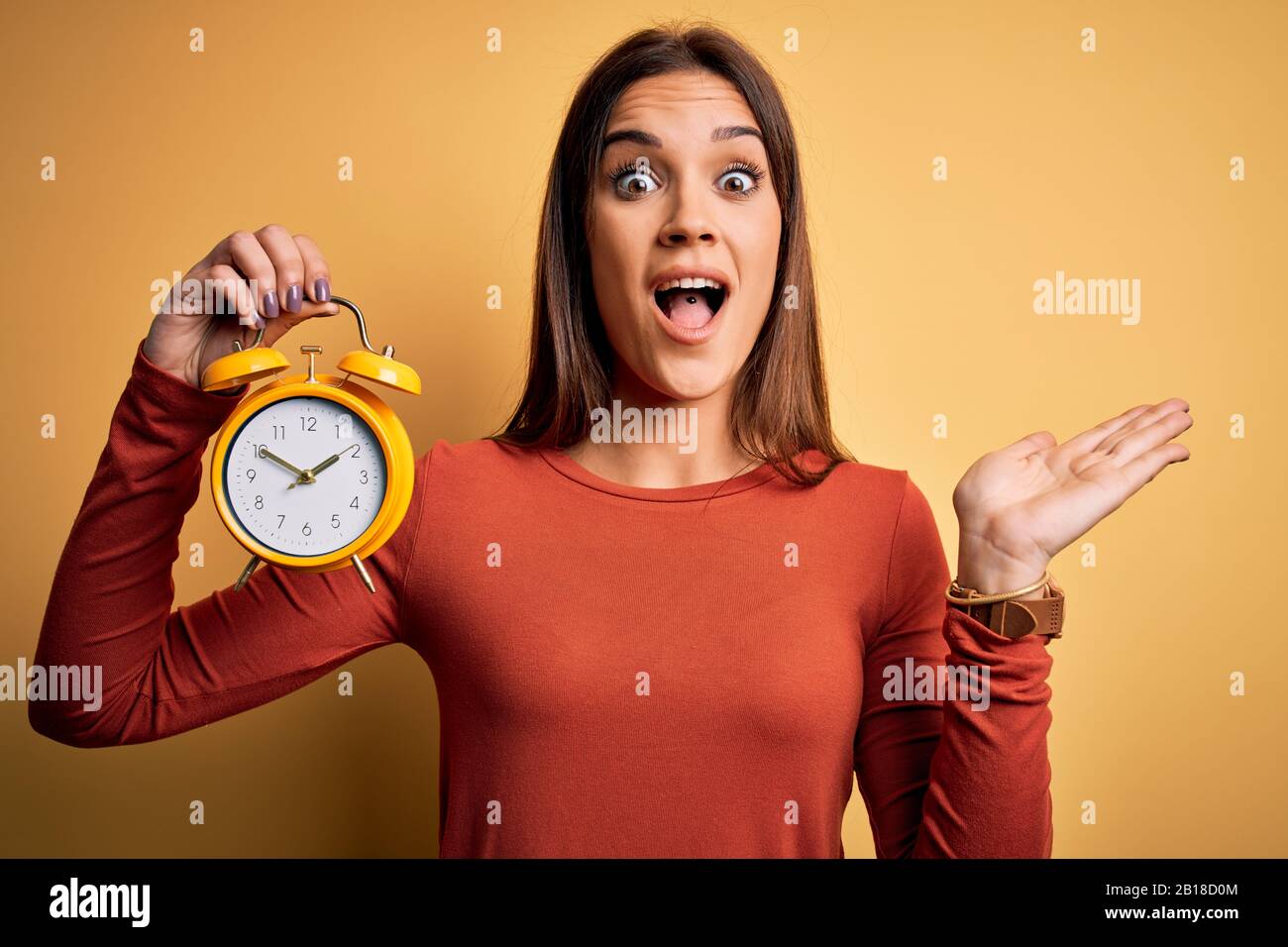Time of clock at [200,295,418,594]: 1:50
